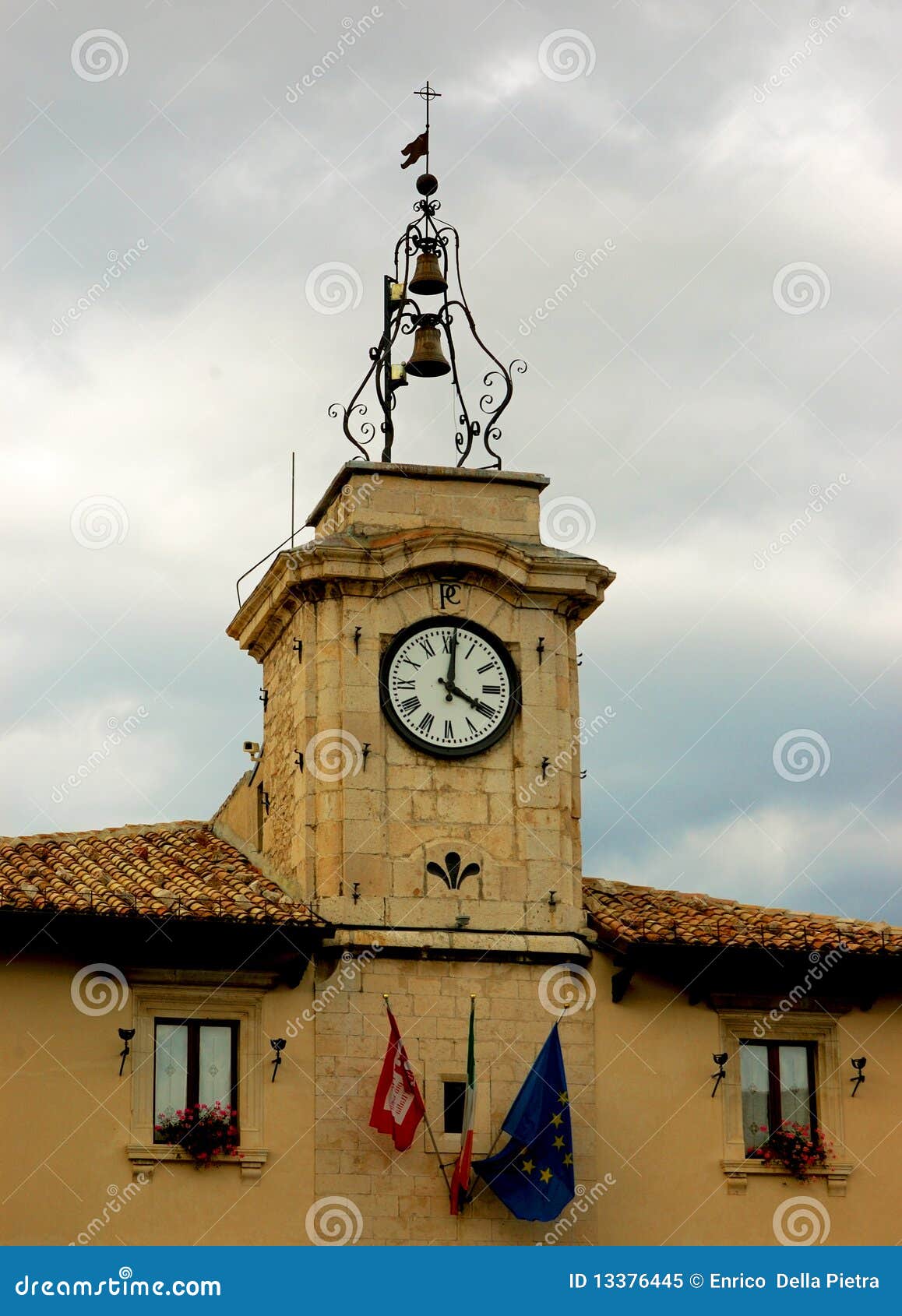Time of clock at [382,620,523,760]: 4:01
